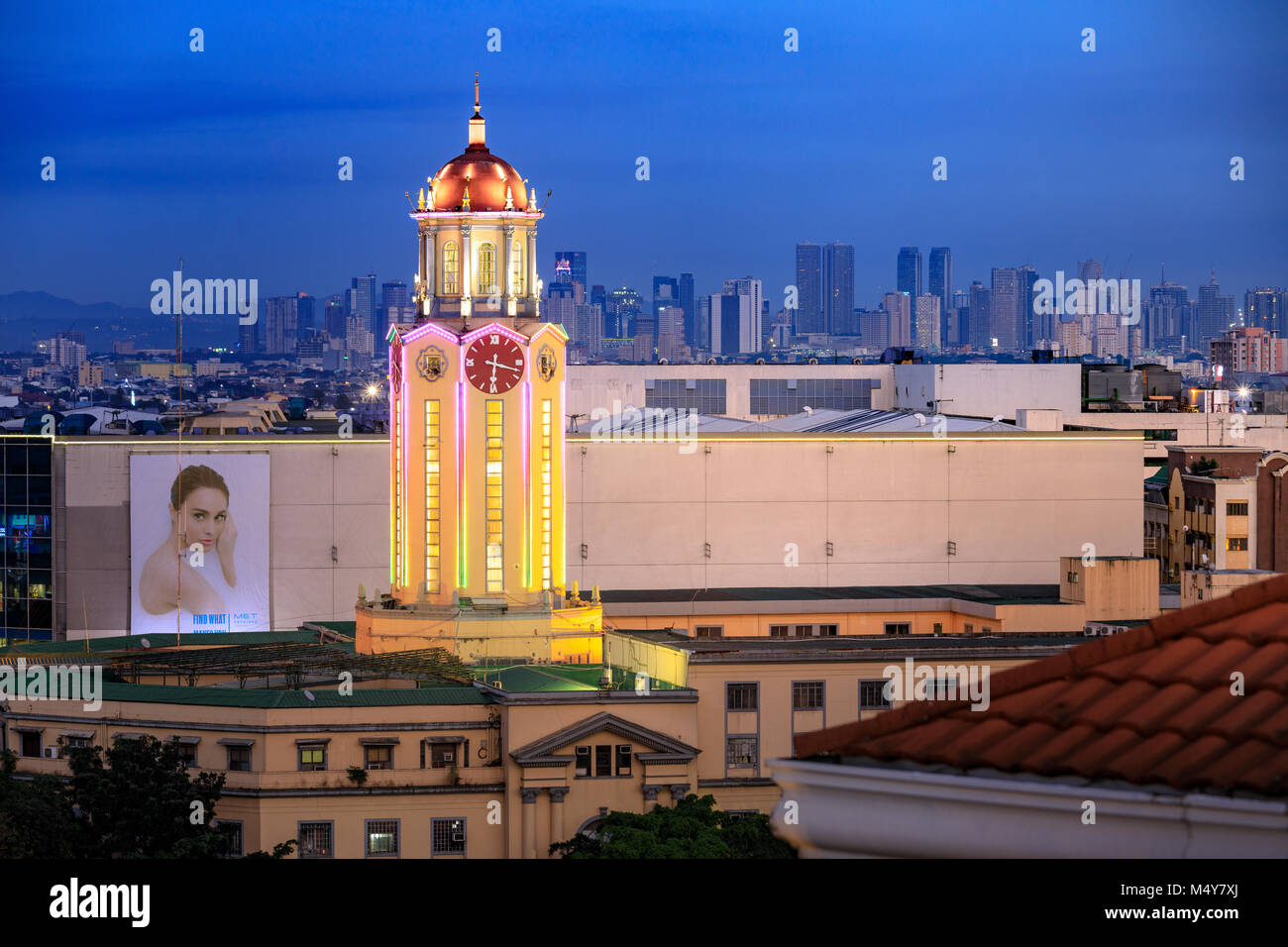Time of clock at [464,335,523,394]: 6:17
